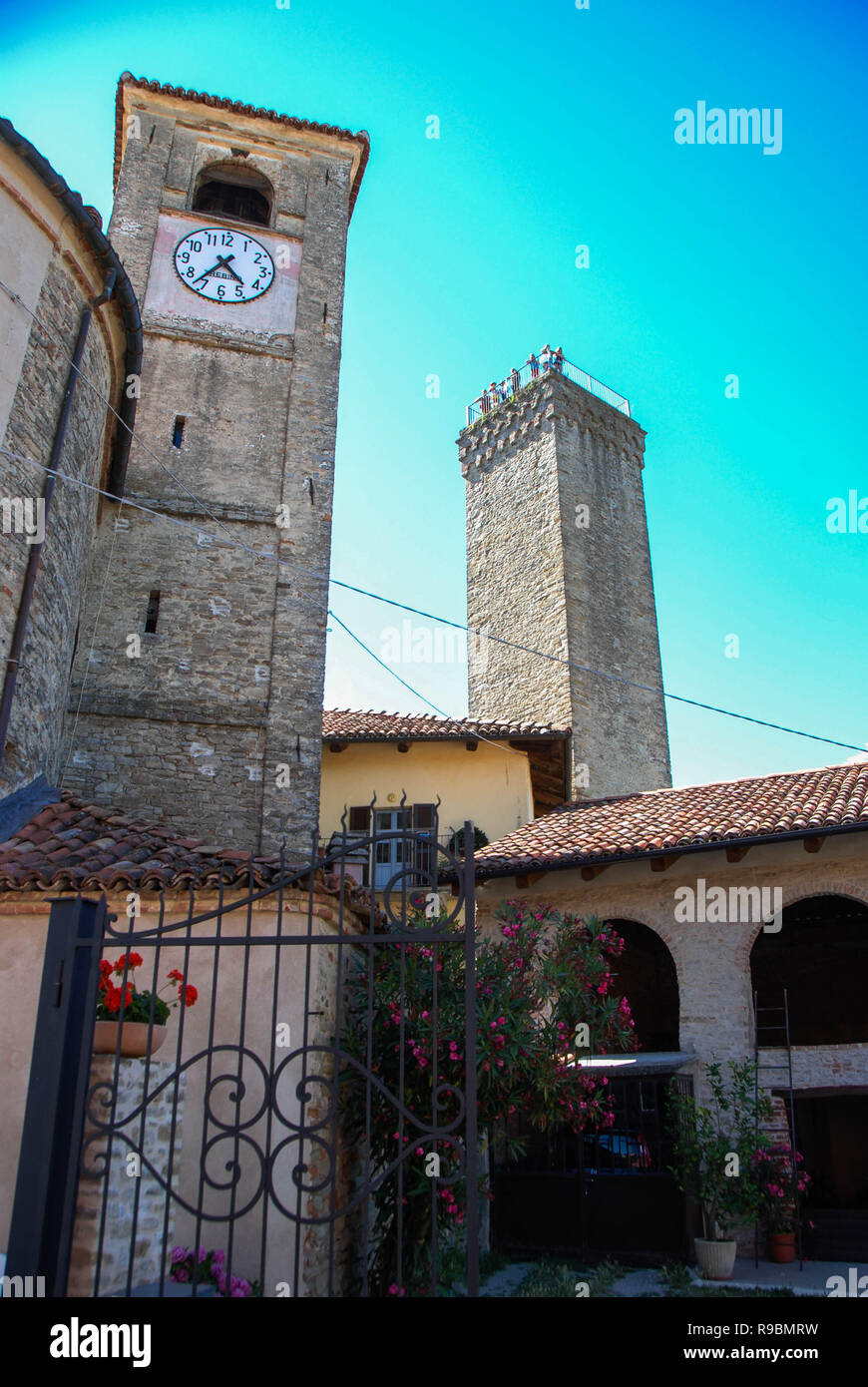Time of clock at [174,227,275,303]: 4:36
